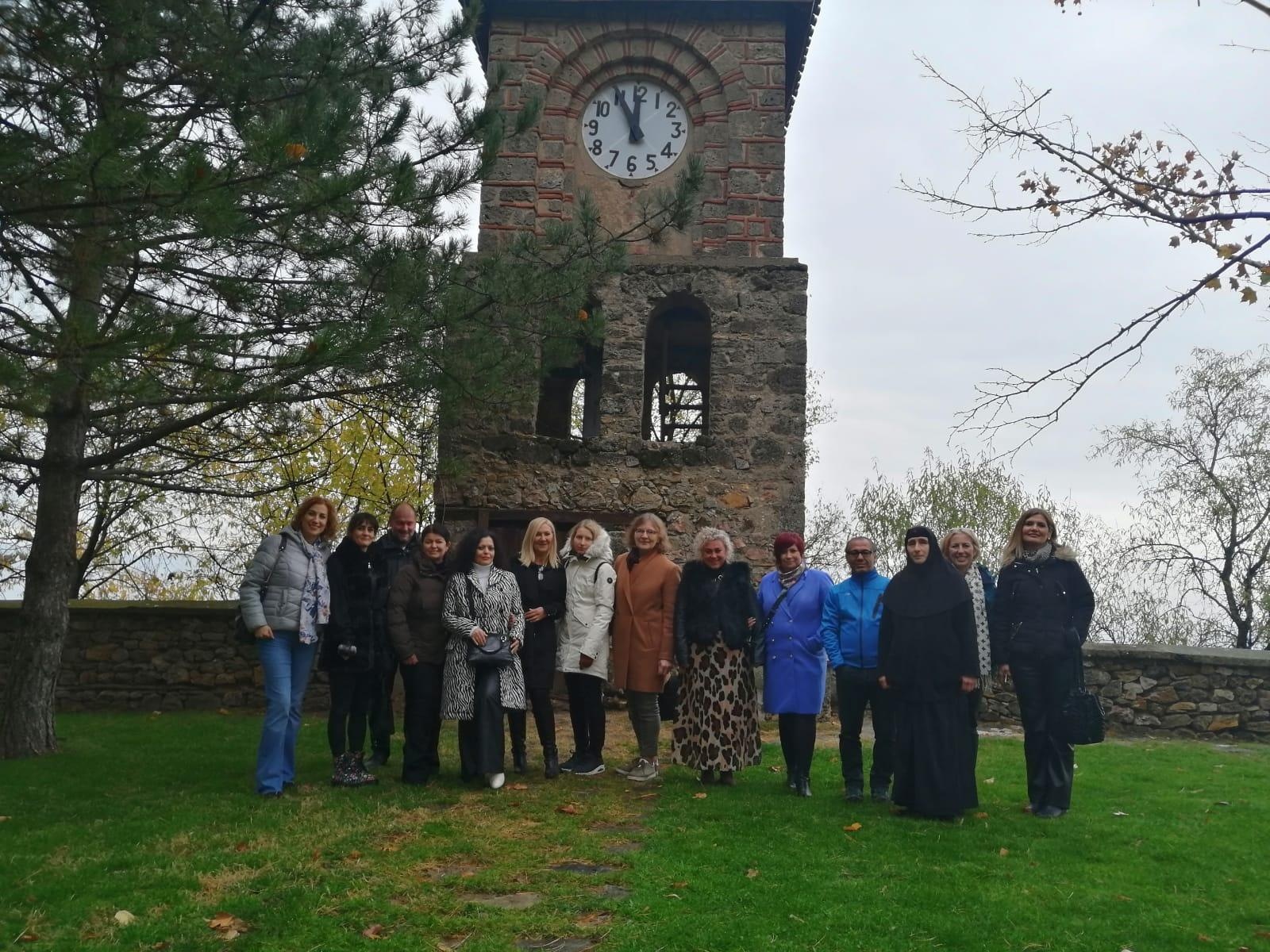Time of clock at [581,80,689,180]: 11:55
